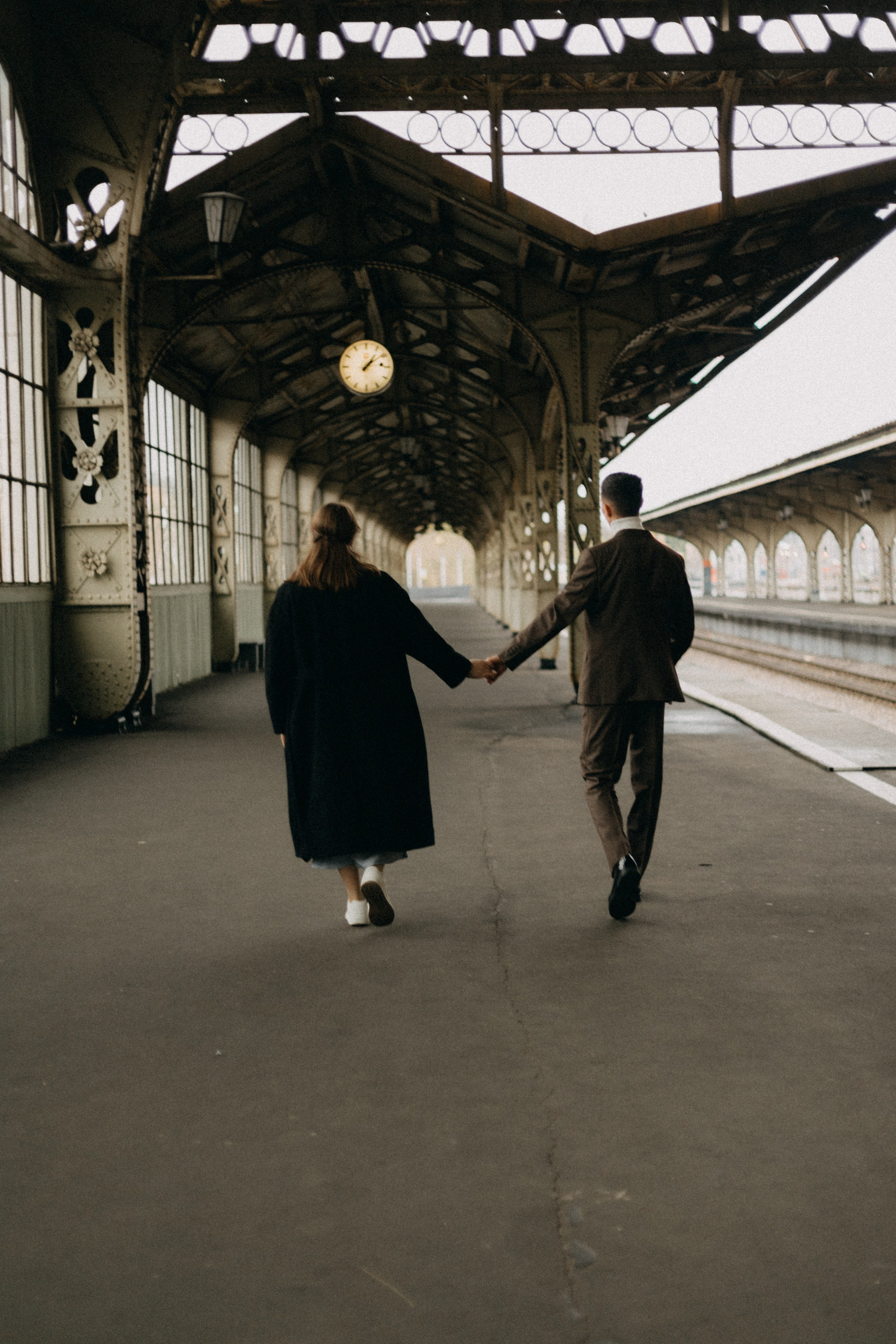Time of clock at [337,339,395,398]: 1:09
